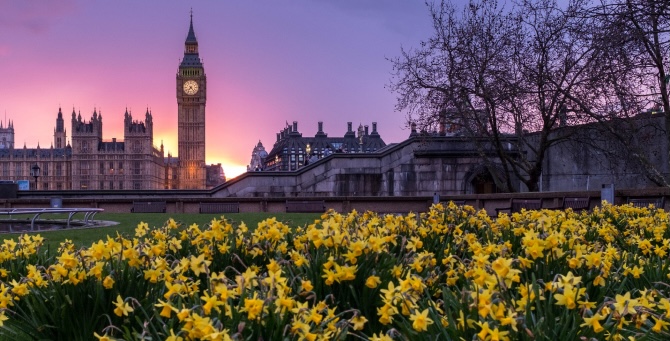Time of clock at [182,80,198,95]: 7:23
